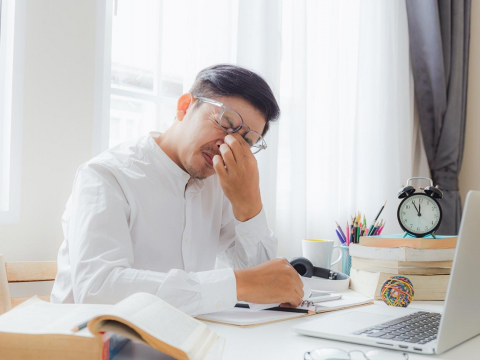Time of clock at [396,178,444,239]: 11:55
